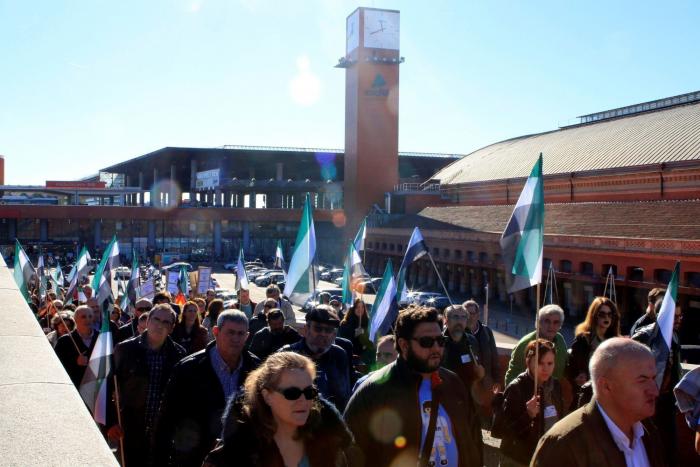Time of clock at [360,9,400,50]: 11:41
